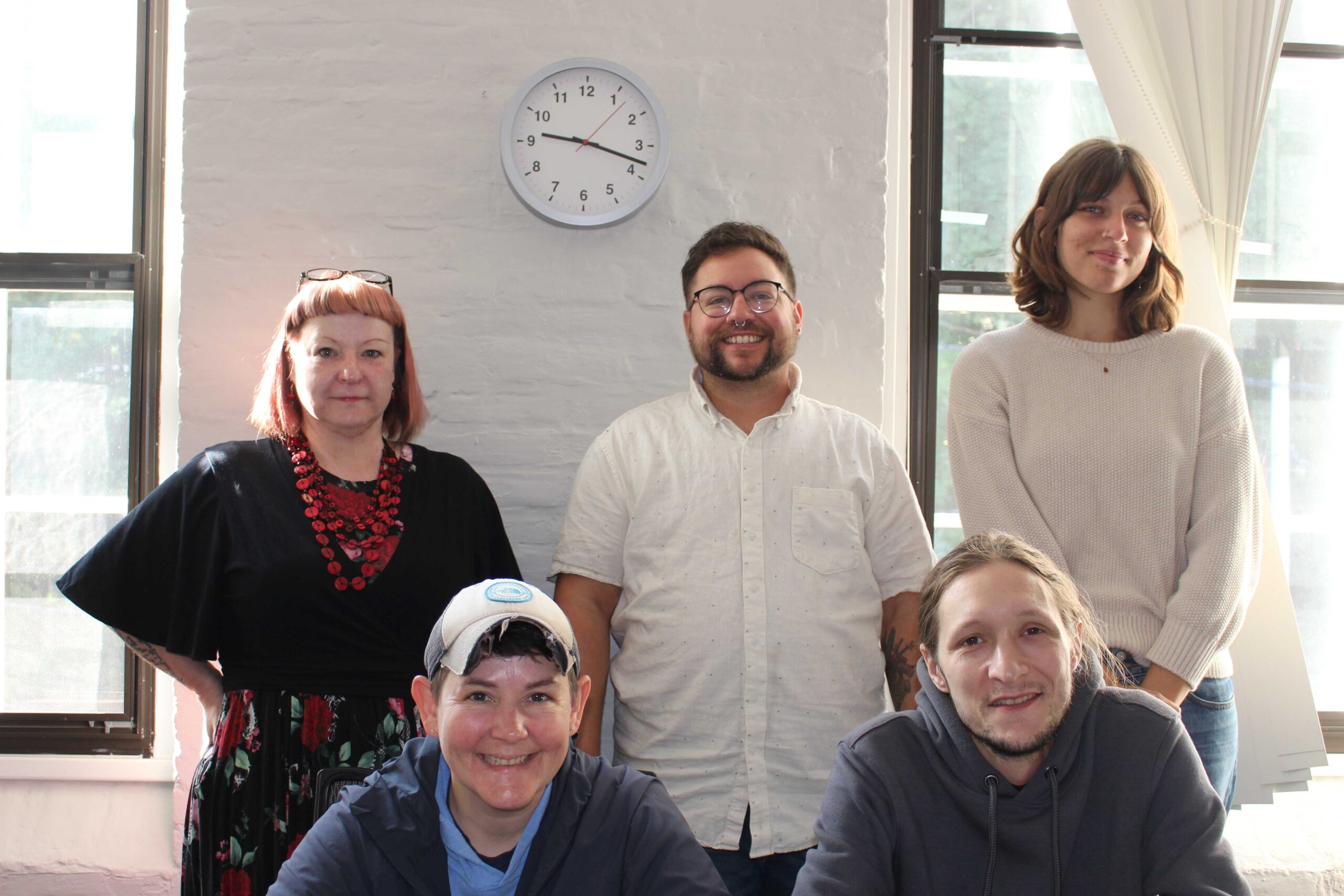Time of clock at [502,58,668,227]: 9:17
